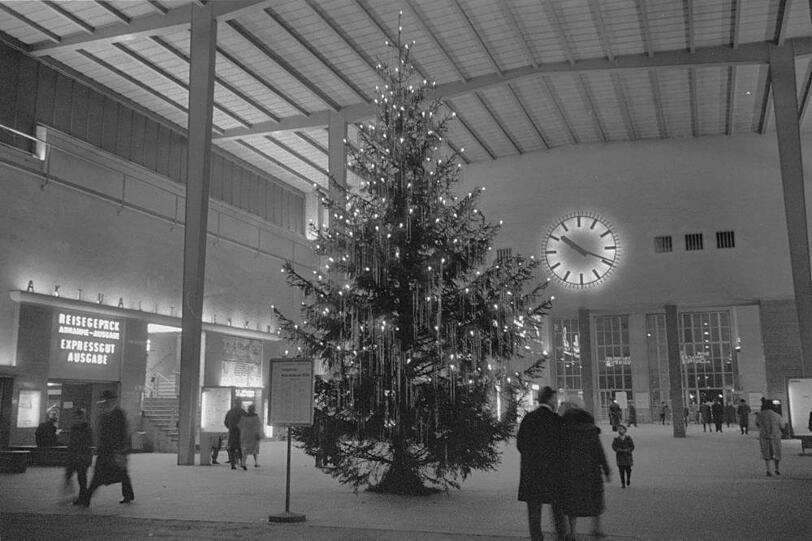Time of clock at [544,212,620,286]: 10:18
